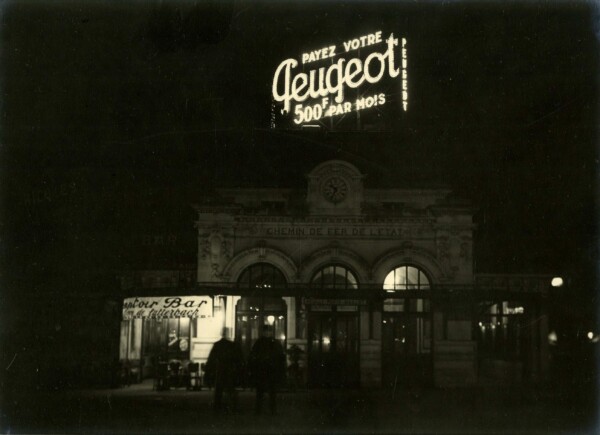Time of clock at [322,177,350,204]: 10:34
